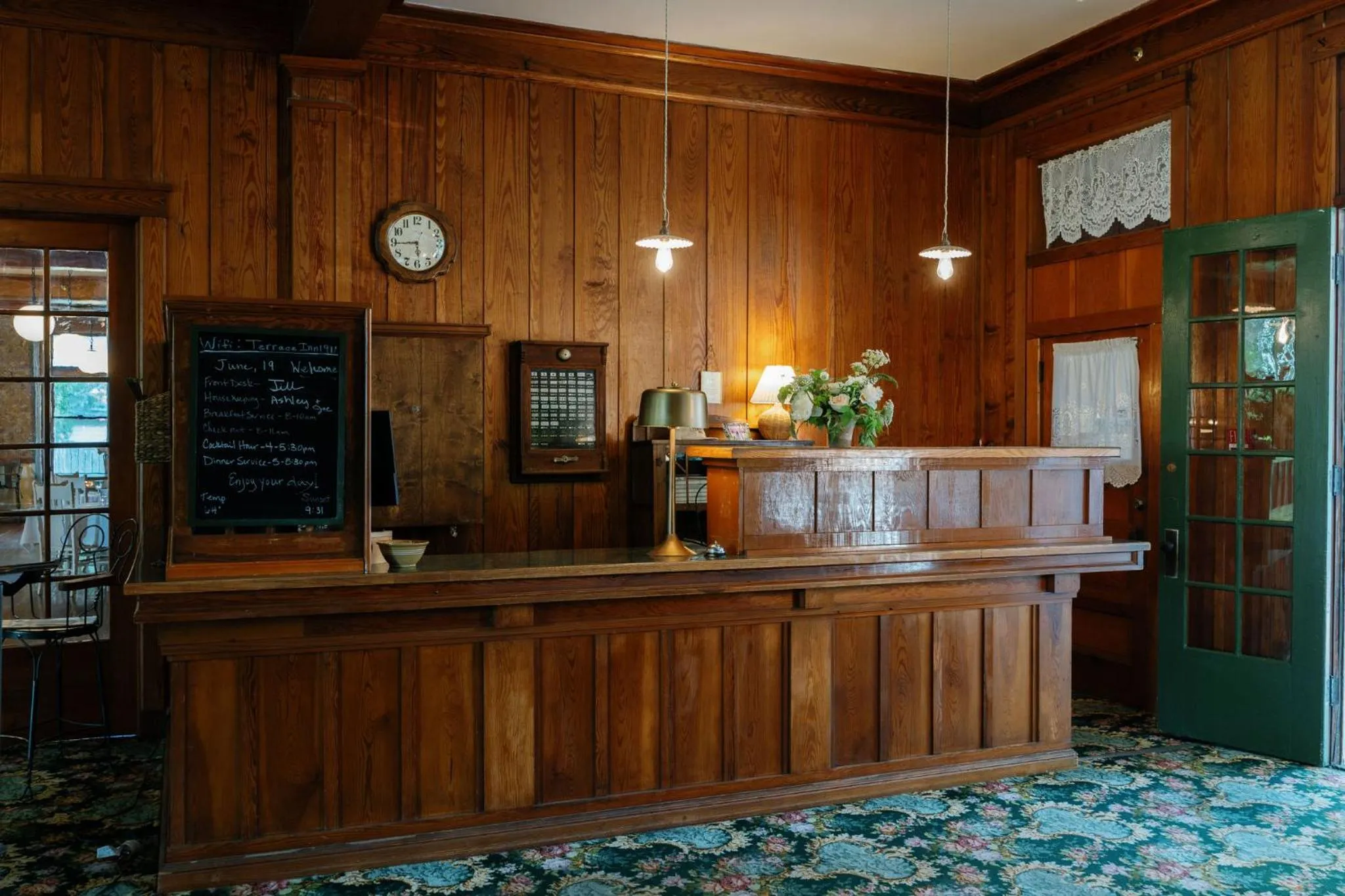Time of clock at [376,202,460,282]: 5:44
